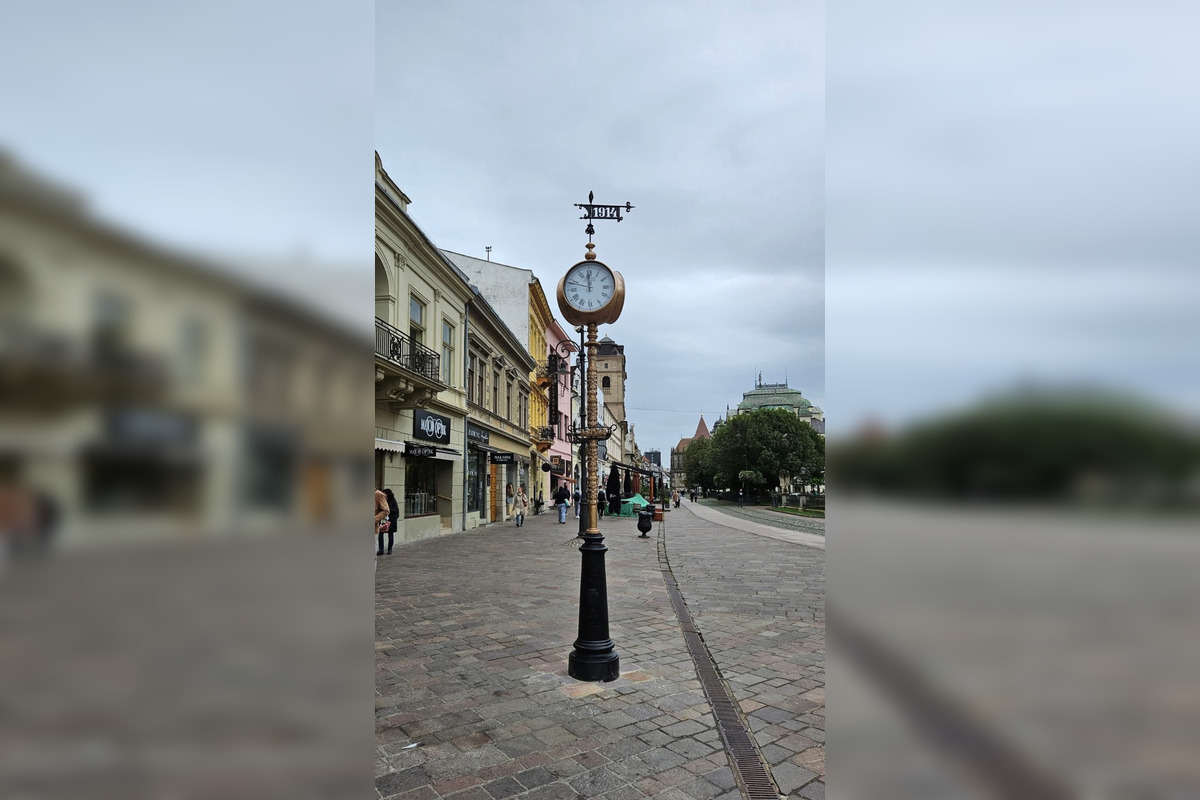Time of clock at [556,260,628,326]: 11:48
